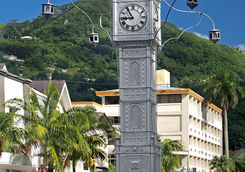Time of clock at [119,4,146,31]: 8:54
